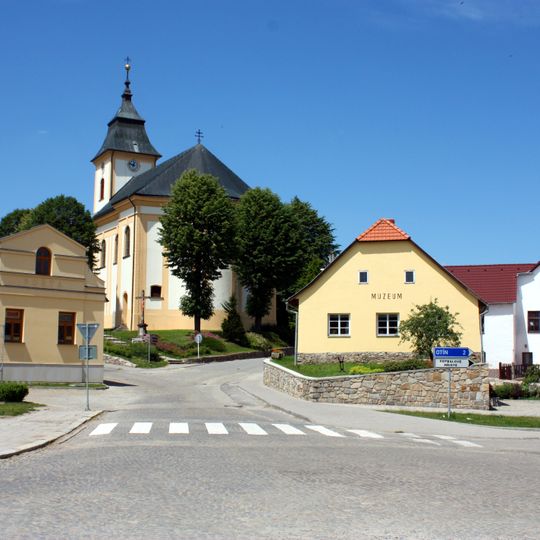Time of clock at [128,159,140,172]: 12:48
